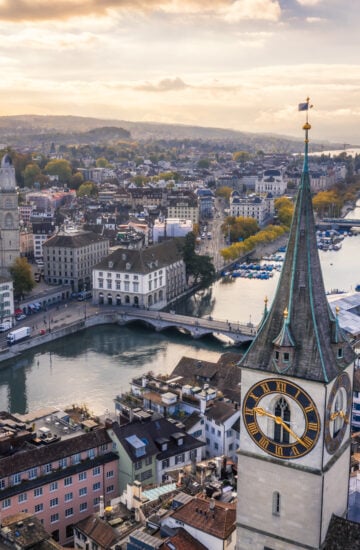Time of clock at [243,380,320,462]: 12:30
